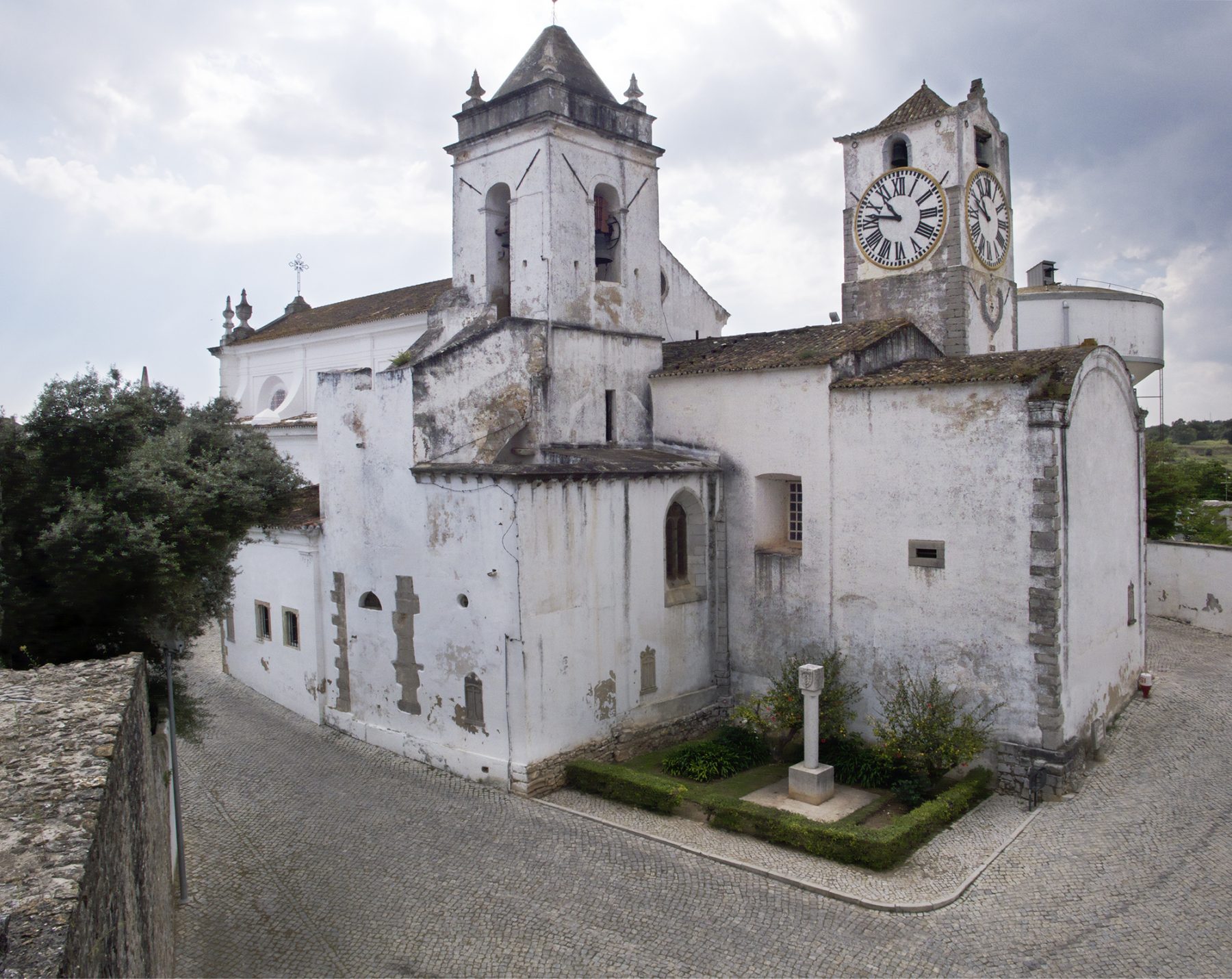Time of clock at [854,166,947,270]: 10:46
